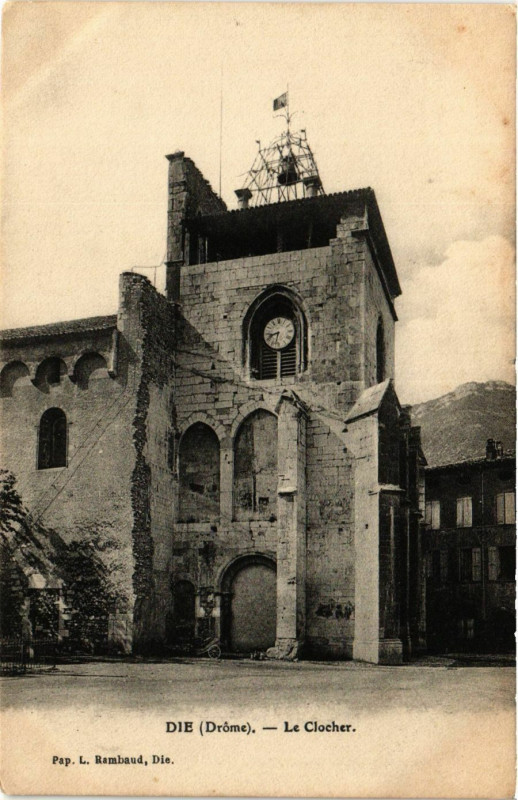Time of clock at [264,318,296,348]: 8:32
